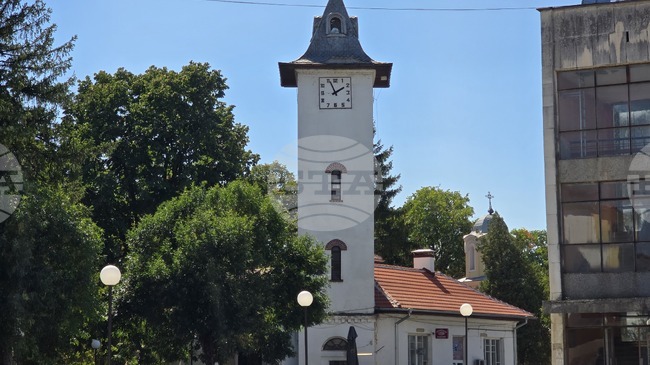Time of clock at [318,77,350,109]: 1:56
